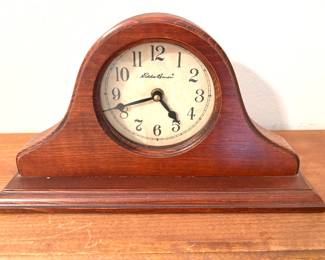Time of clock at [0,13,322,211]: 4:41
